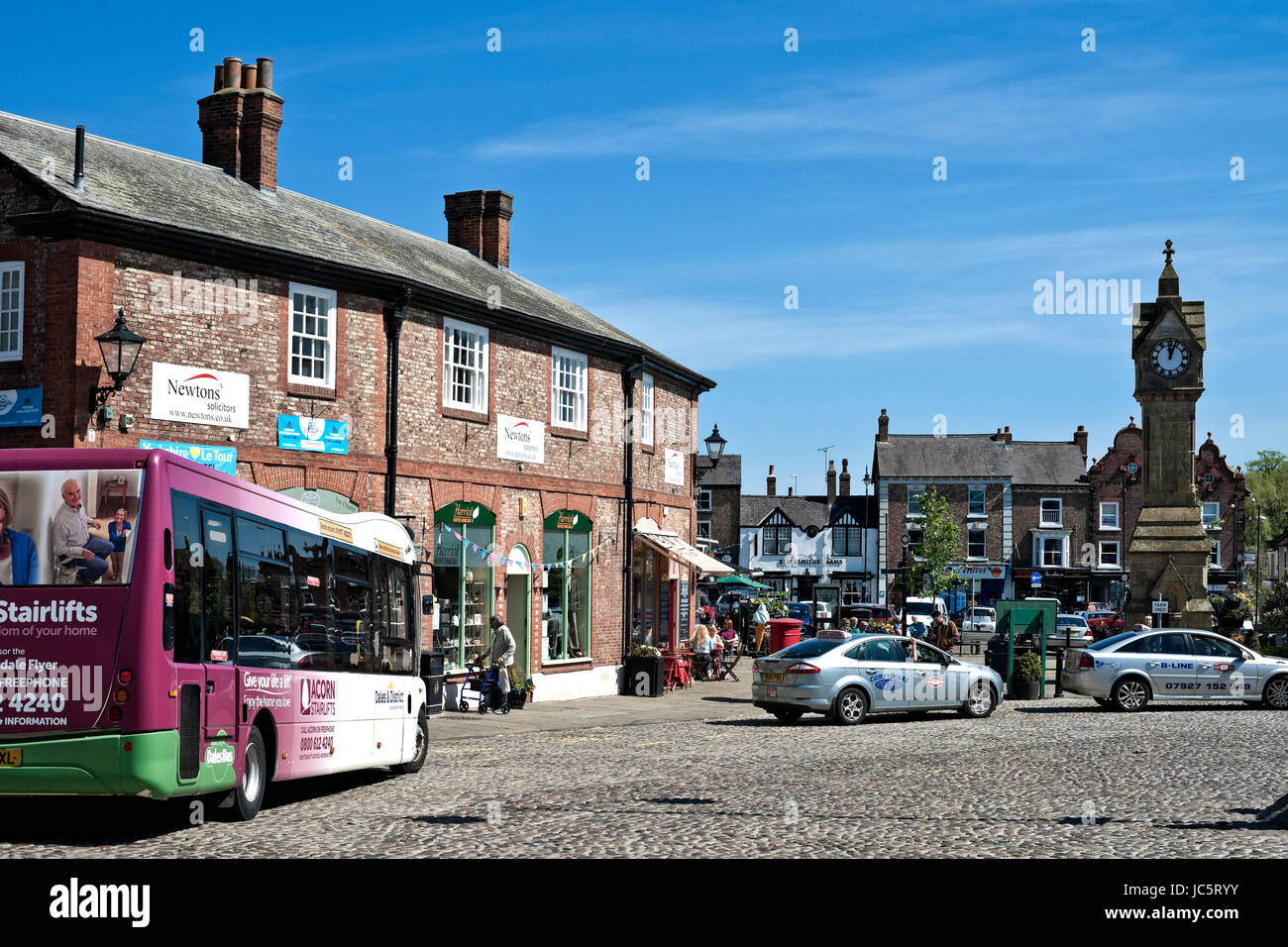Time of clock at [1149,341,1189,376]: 12:03
